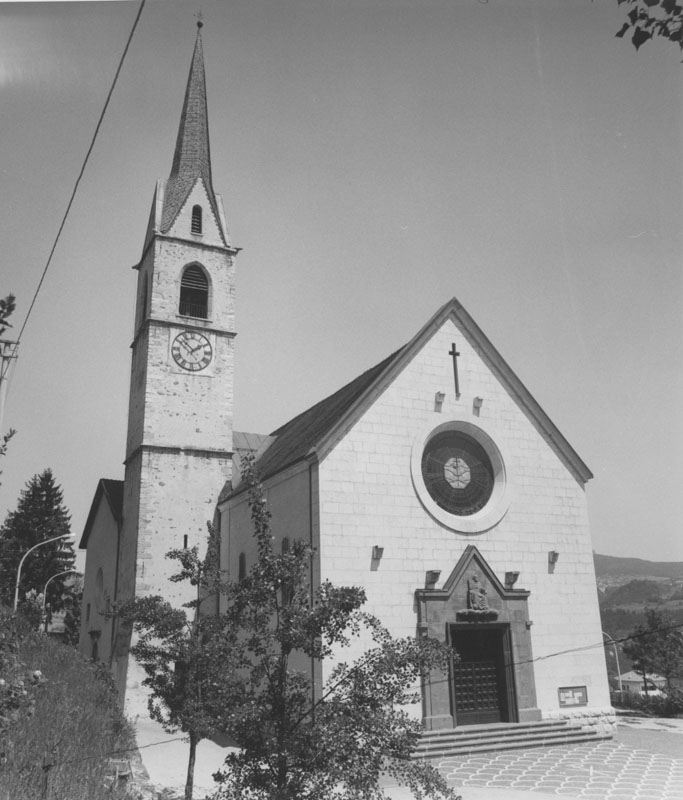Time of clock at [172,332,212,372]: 1:52
